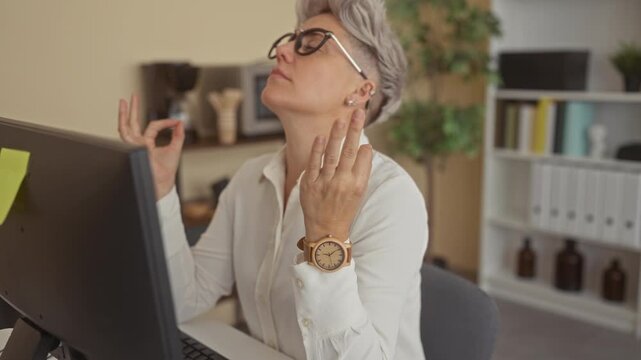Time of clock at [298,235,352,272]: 9:09
